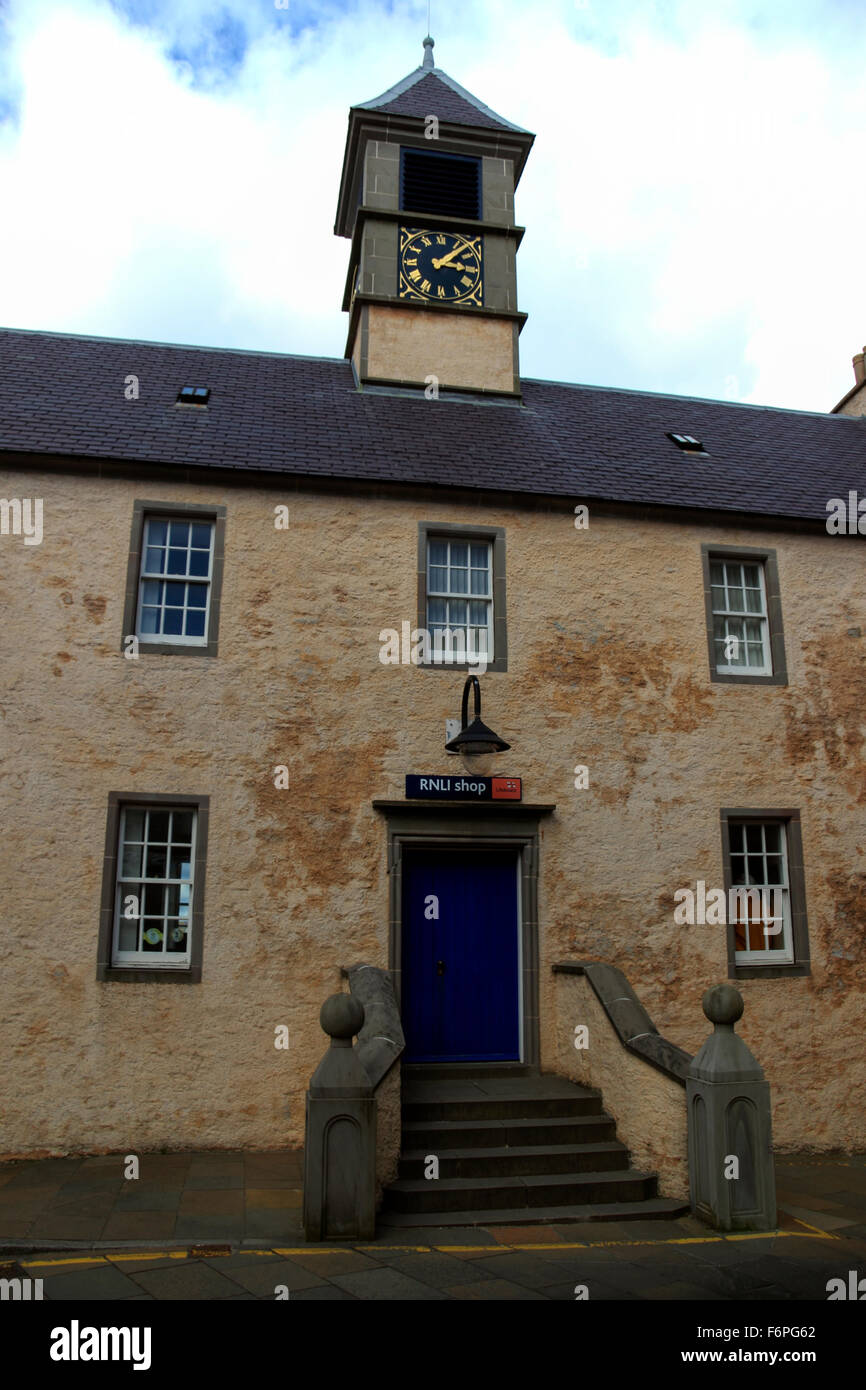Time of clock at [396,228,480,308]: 3:07
